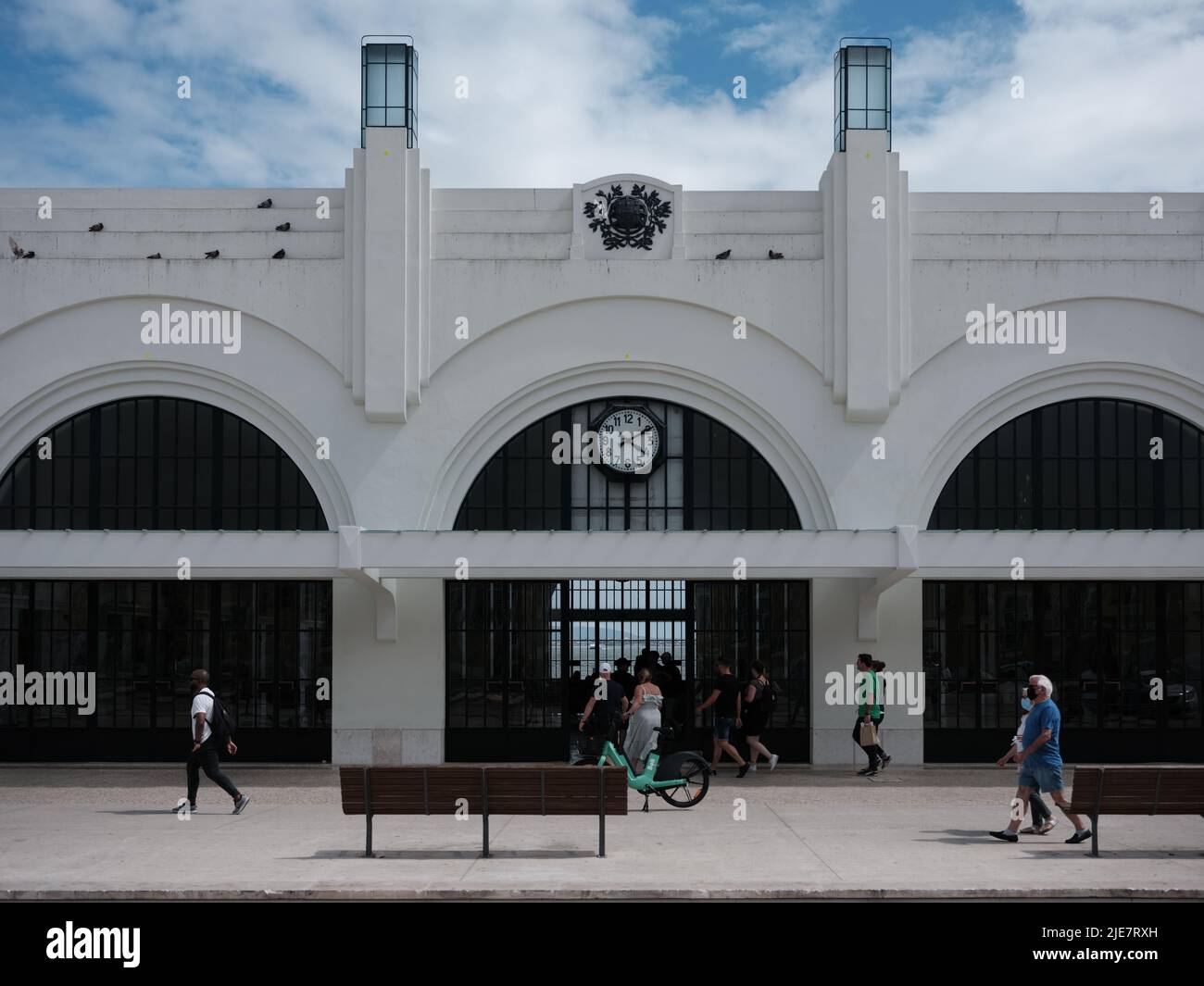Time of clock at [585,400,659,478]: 4:09
